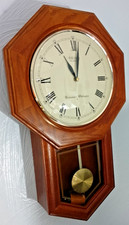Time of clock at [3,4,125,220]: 11:01
